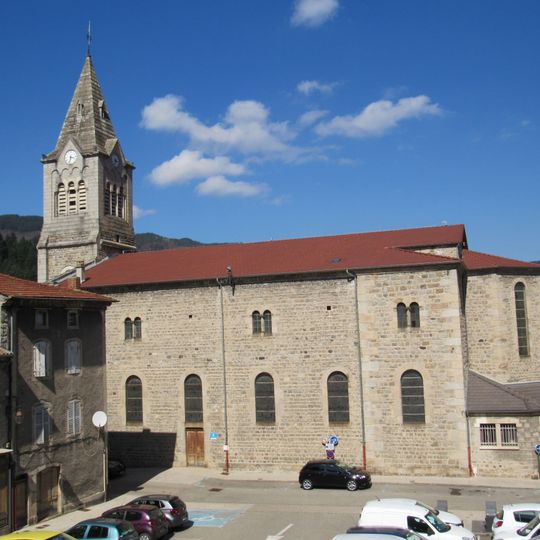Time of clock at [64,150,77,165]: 3:32
